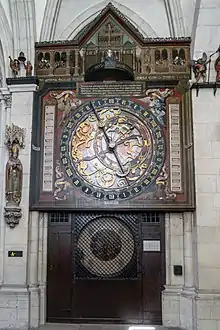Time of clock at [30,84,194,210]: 4:56
